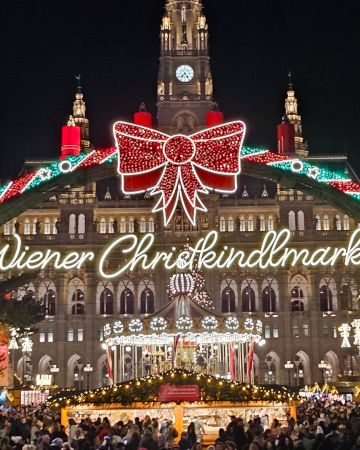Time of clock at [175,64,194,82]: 7:24
